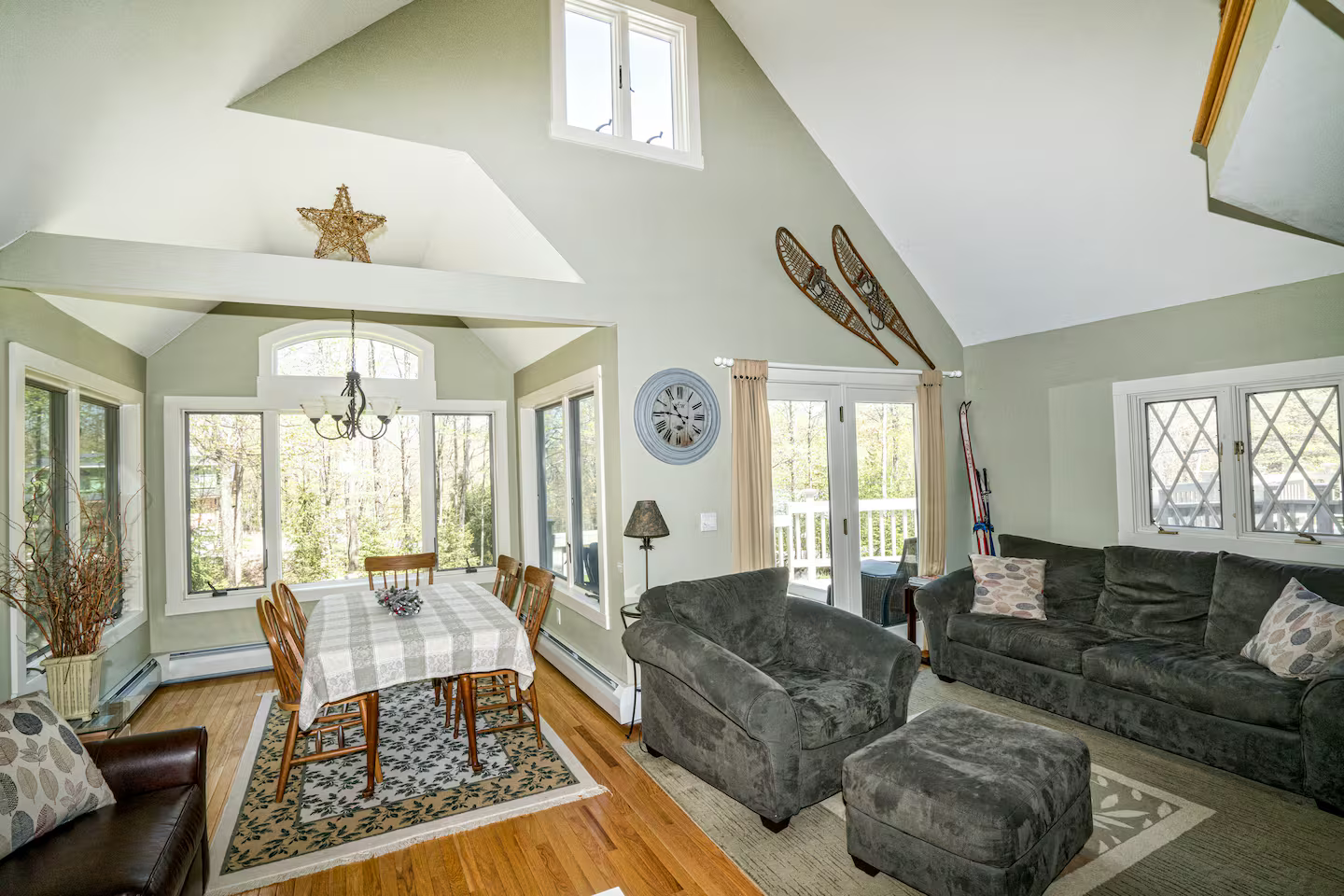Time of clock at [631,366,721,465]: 10:45
